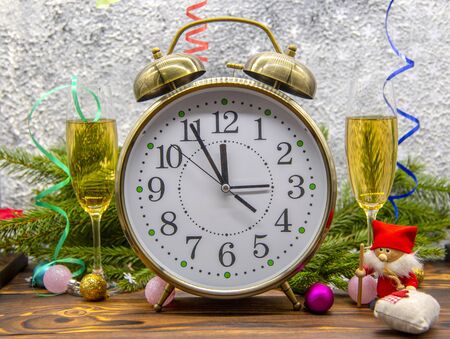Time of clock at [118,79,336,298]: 11:55
